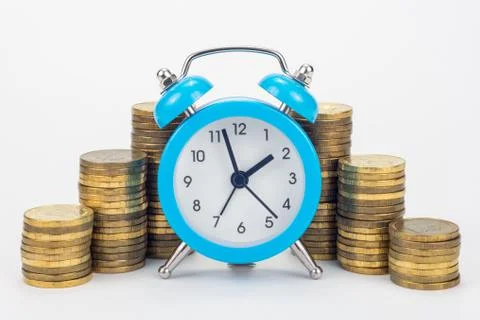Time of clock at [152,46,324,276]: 1:57
